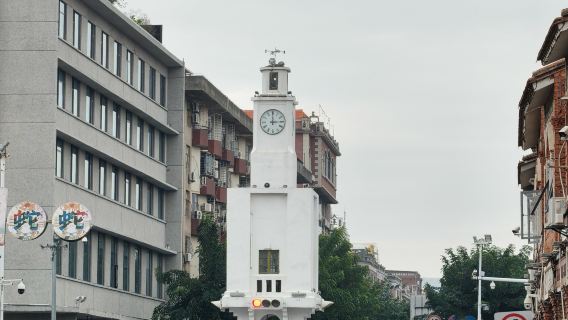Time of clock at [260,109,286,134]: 3:00
